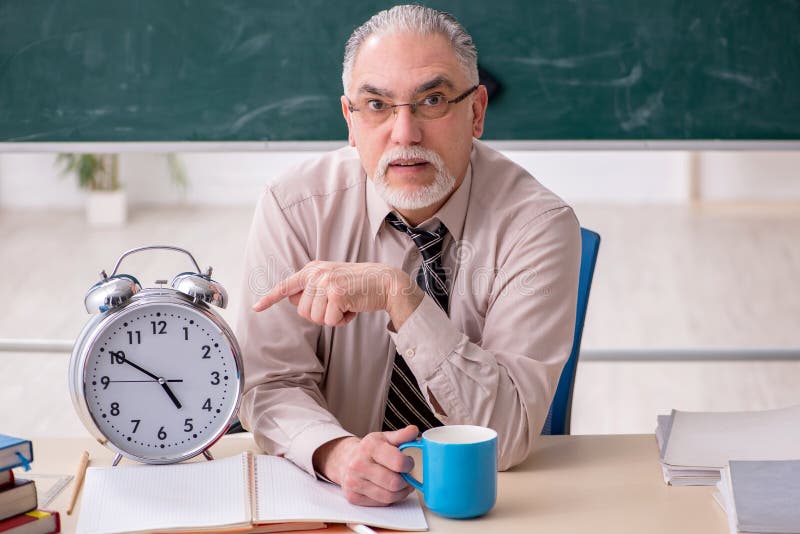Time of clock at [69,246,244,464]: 4:50
